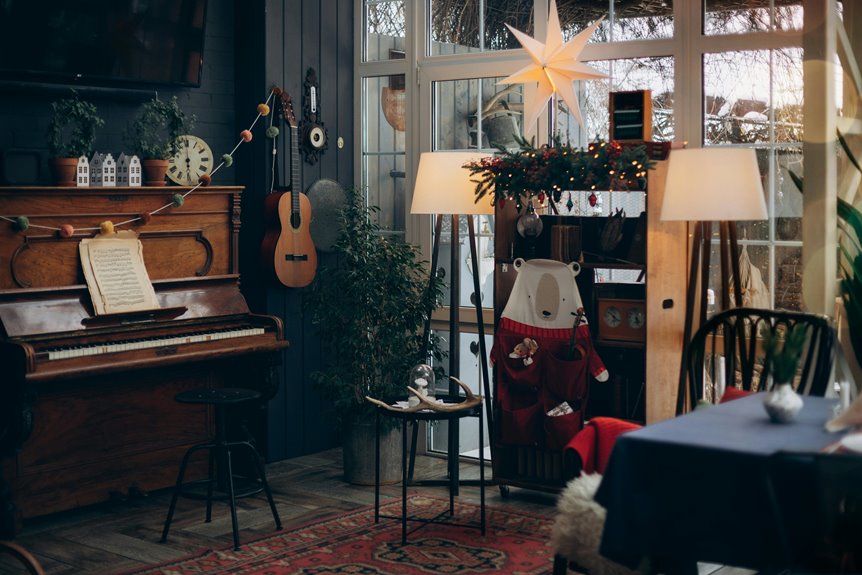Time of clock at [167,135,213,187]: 6:00
